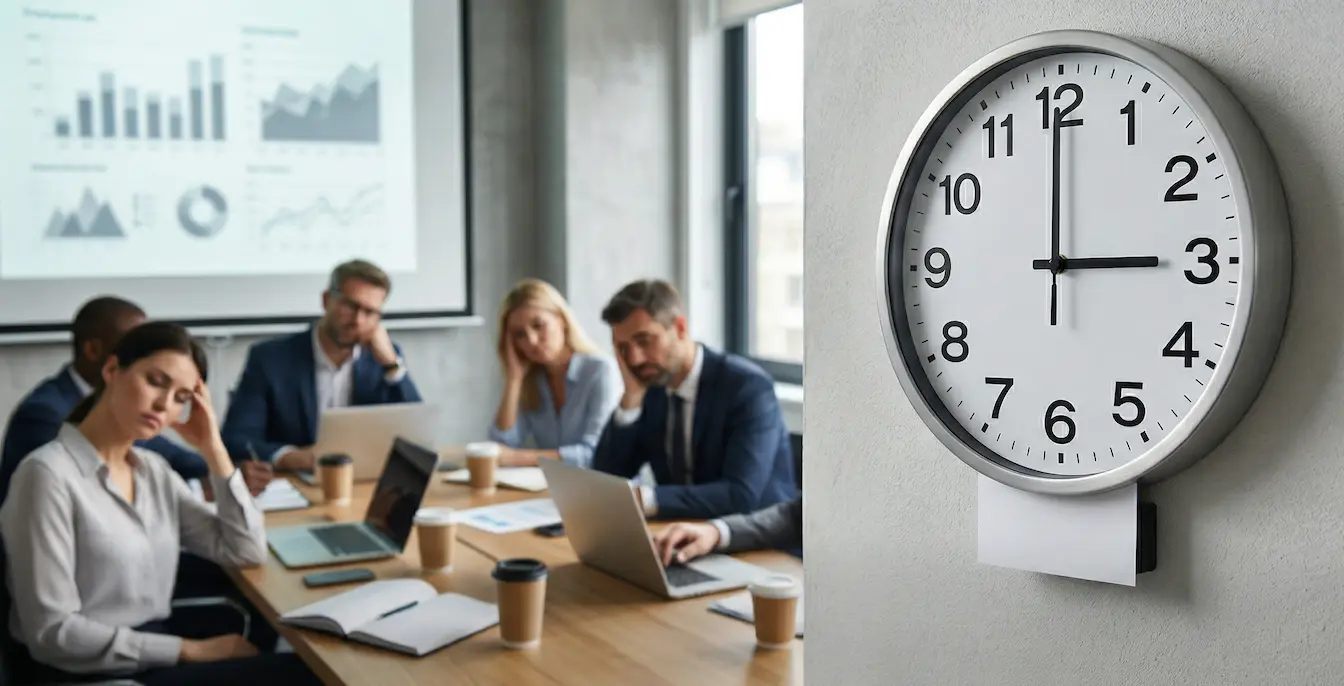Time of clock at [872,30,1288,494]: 3:00
